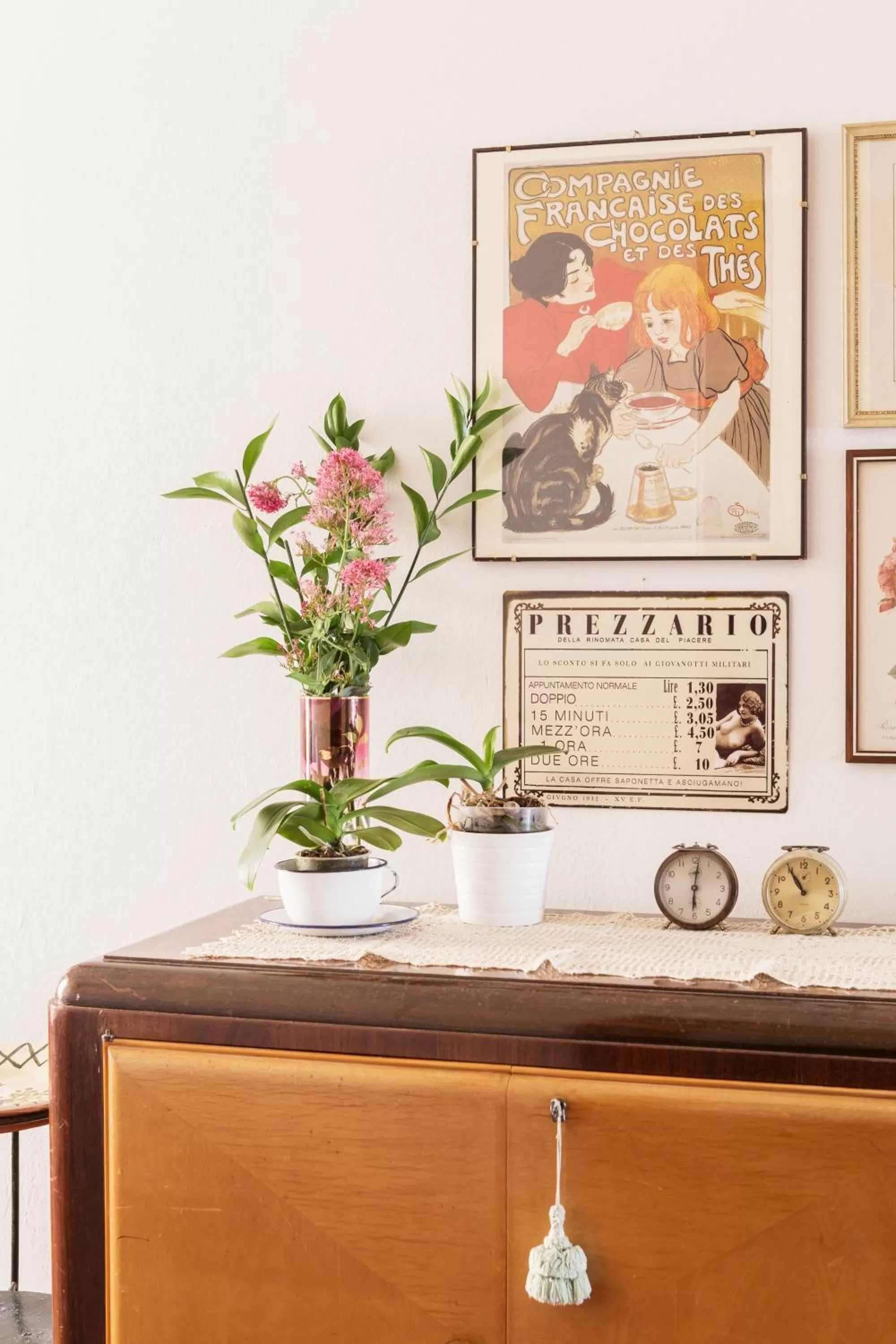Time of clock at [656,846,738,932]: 6:01
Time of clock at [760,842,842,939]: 10:54
